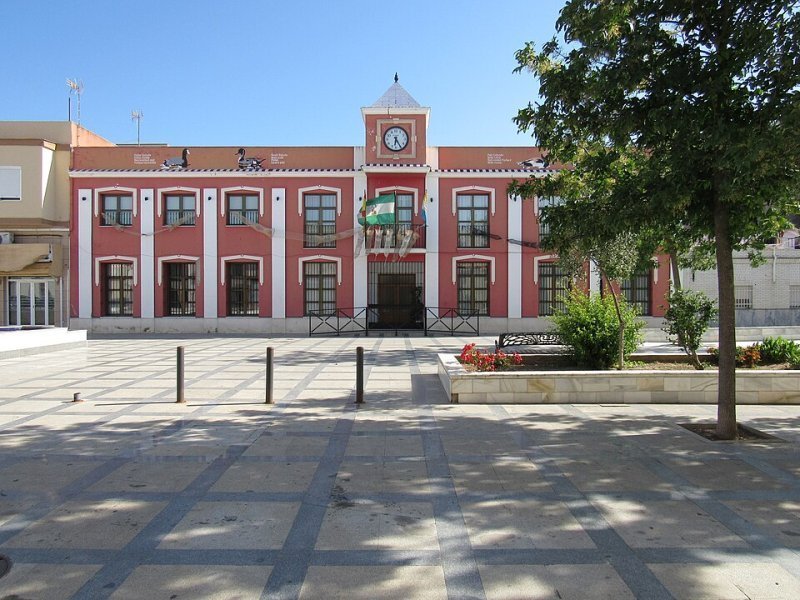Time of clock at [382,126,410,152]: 6:24
